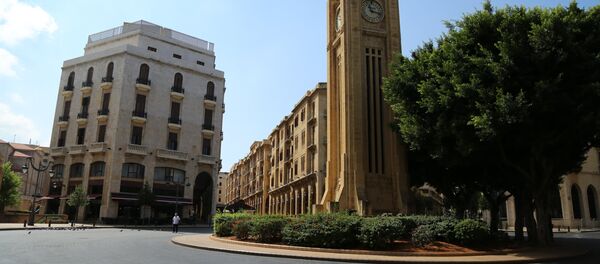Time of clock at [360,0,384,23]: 11:17
